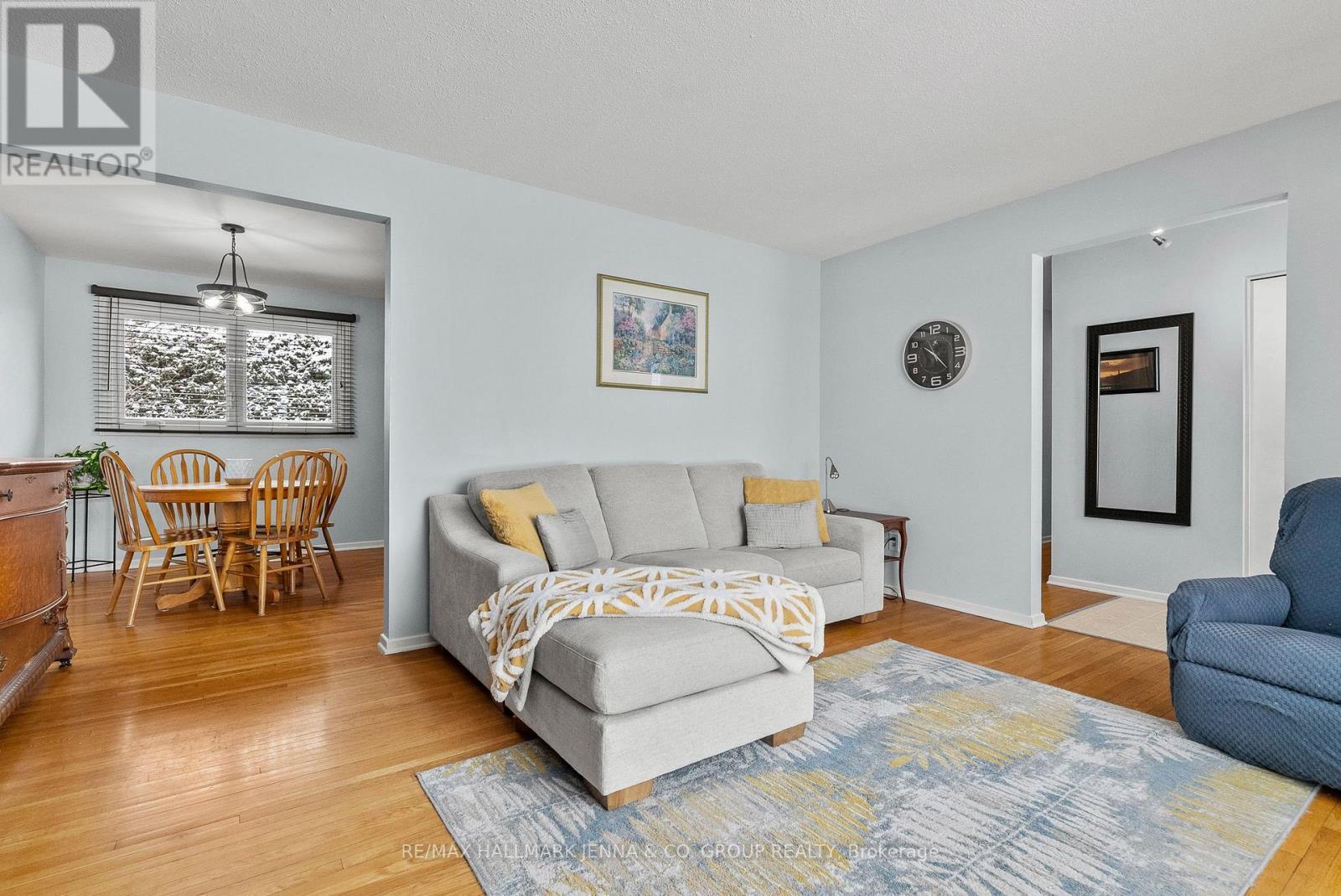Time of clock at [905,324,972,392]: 10:23
